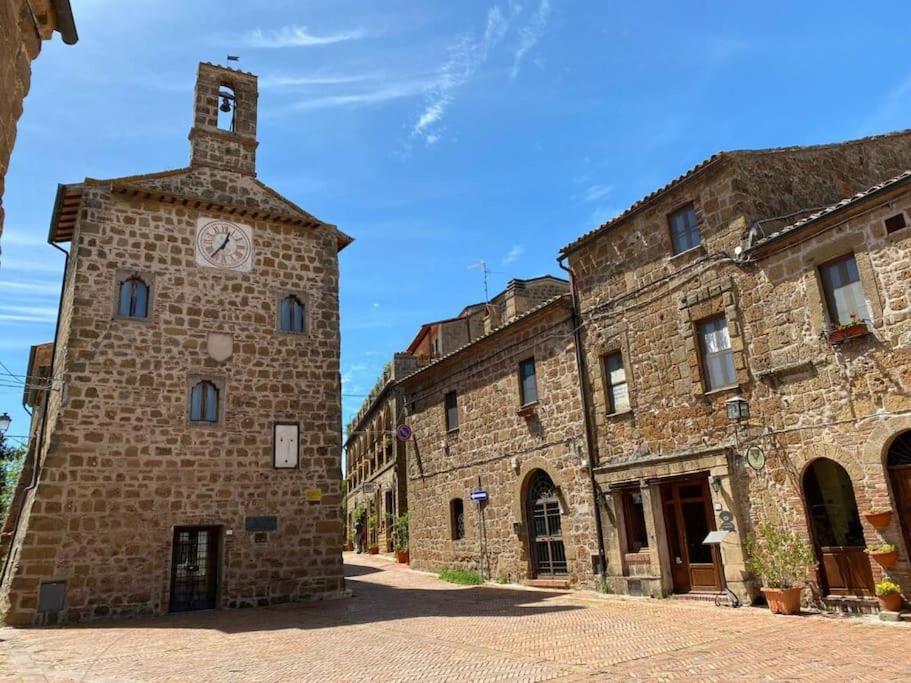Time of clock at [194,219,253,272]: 12:36
